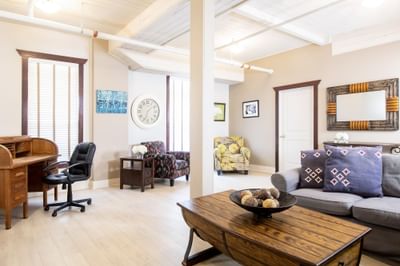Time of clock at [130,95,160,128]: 1:33
